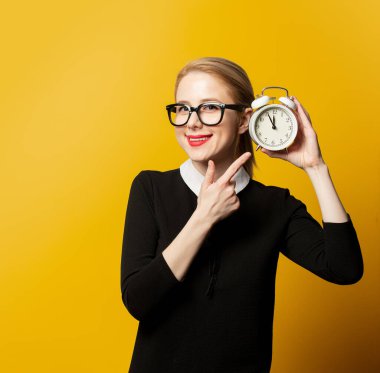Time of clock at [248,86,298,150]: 11:55
